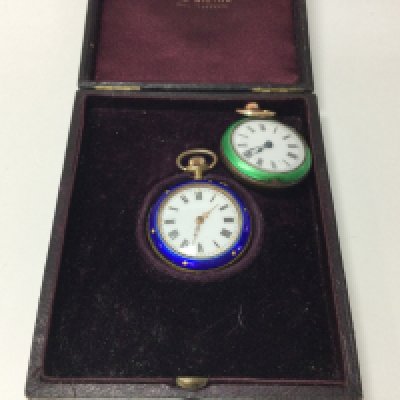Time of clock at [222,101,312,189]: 7:41
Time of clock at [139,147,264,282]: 1:32
